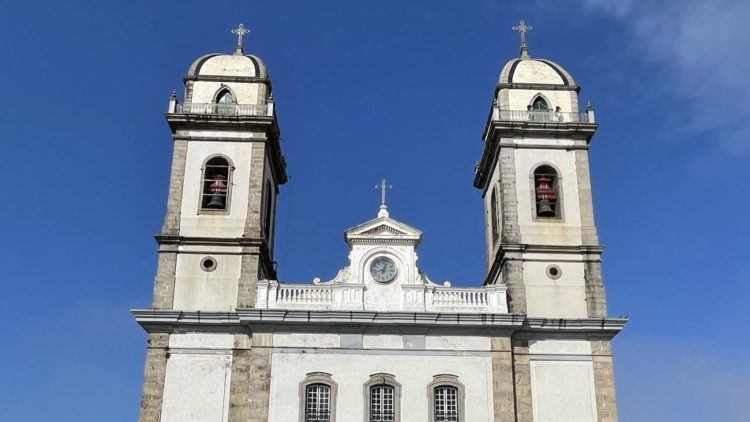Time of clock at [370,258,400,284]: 12:42
